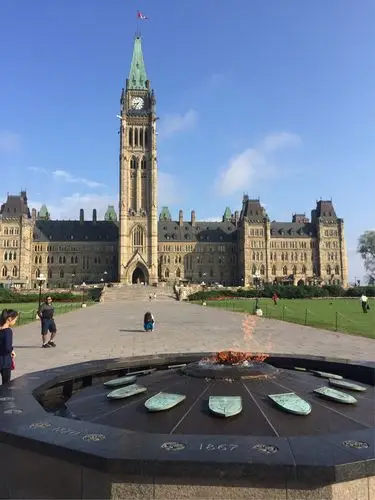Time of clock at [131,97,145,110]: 8:36
